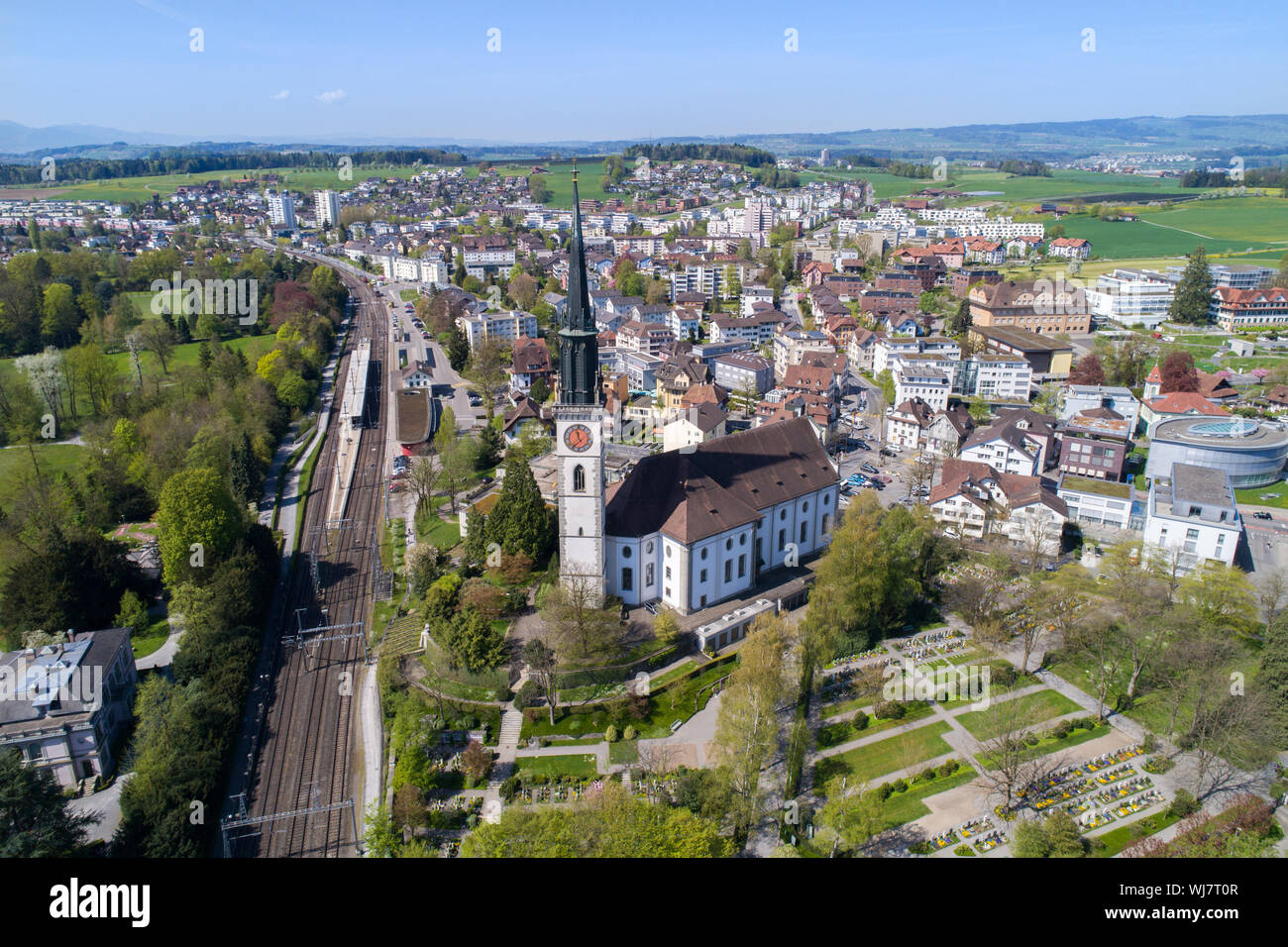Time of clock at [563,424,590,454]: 11:37
